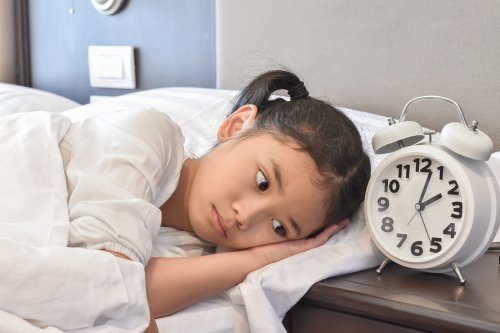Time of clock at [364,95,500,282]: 2:02
